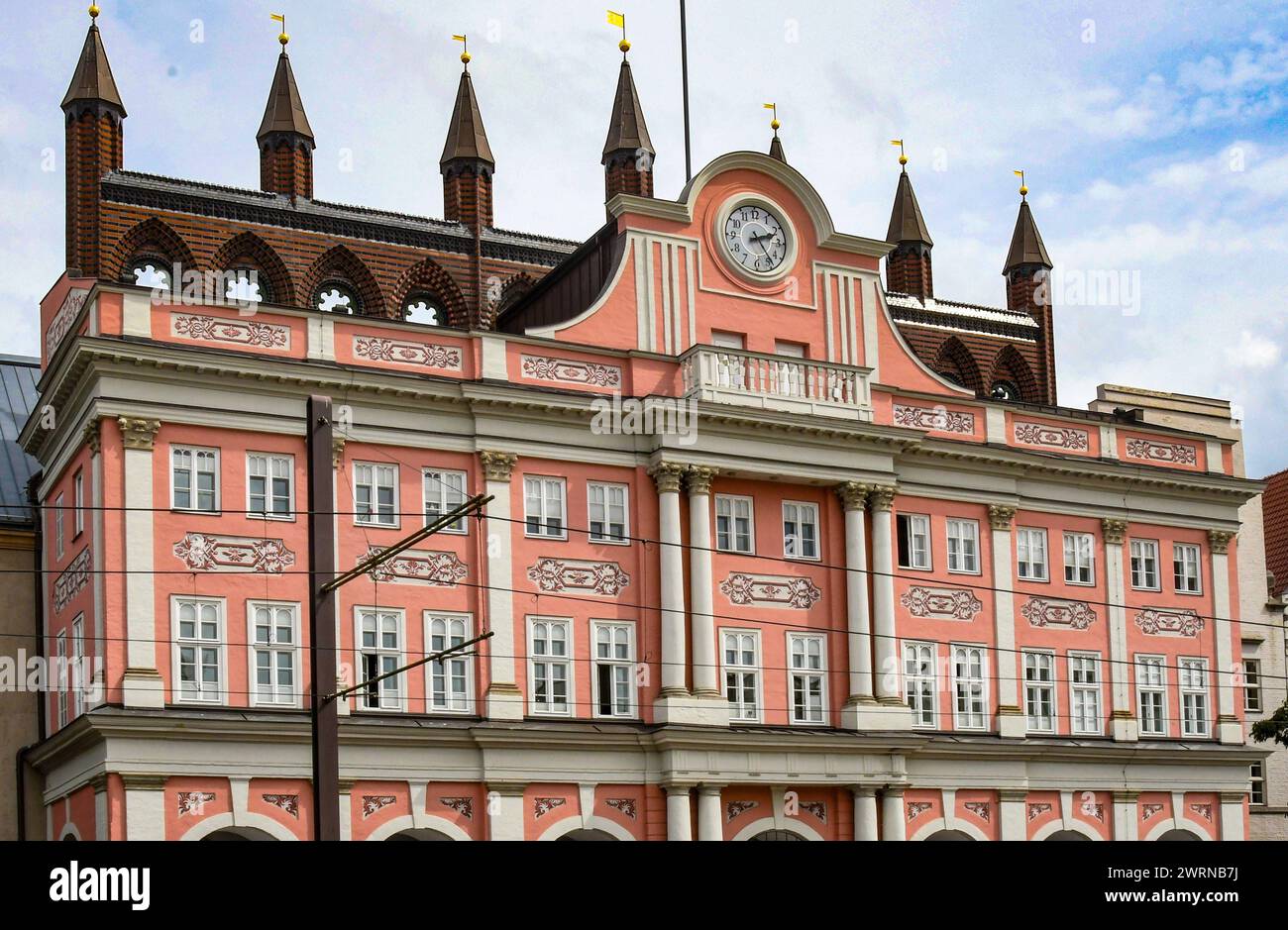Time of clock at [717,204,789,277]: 2:23
